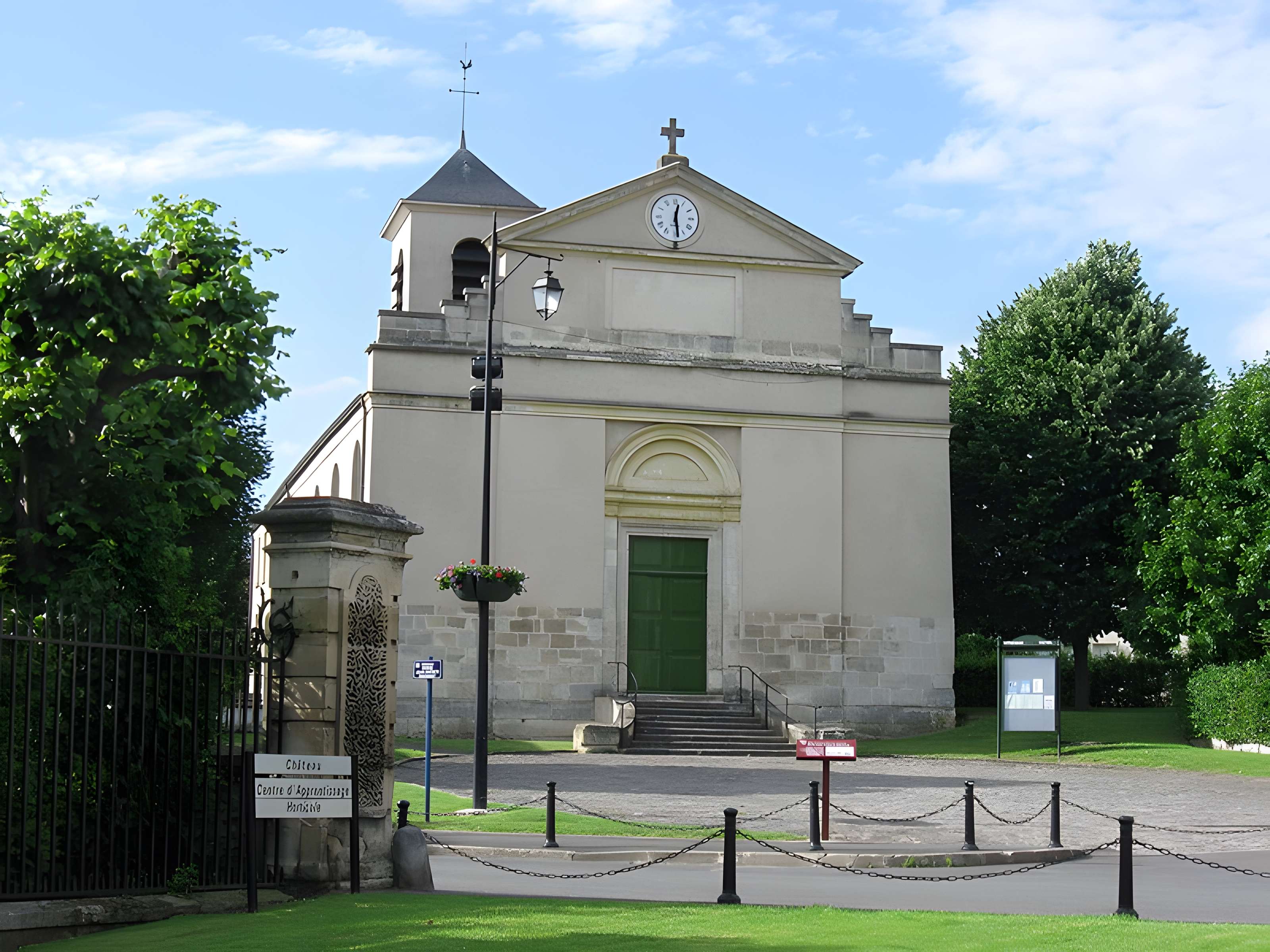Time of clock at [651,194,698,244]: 12:28
